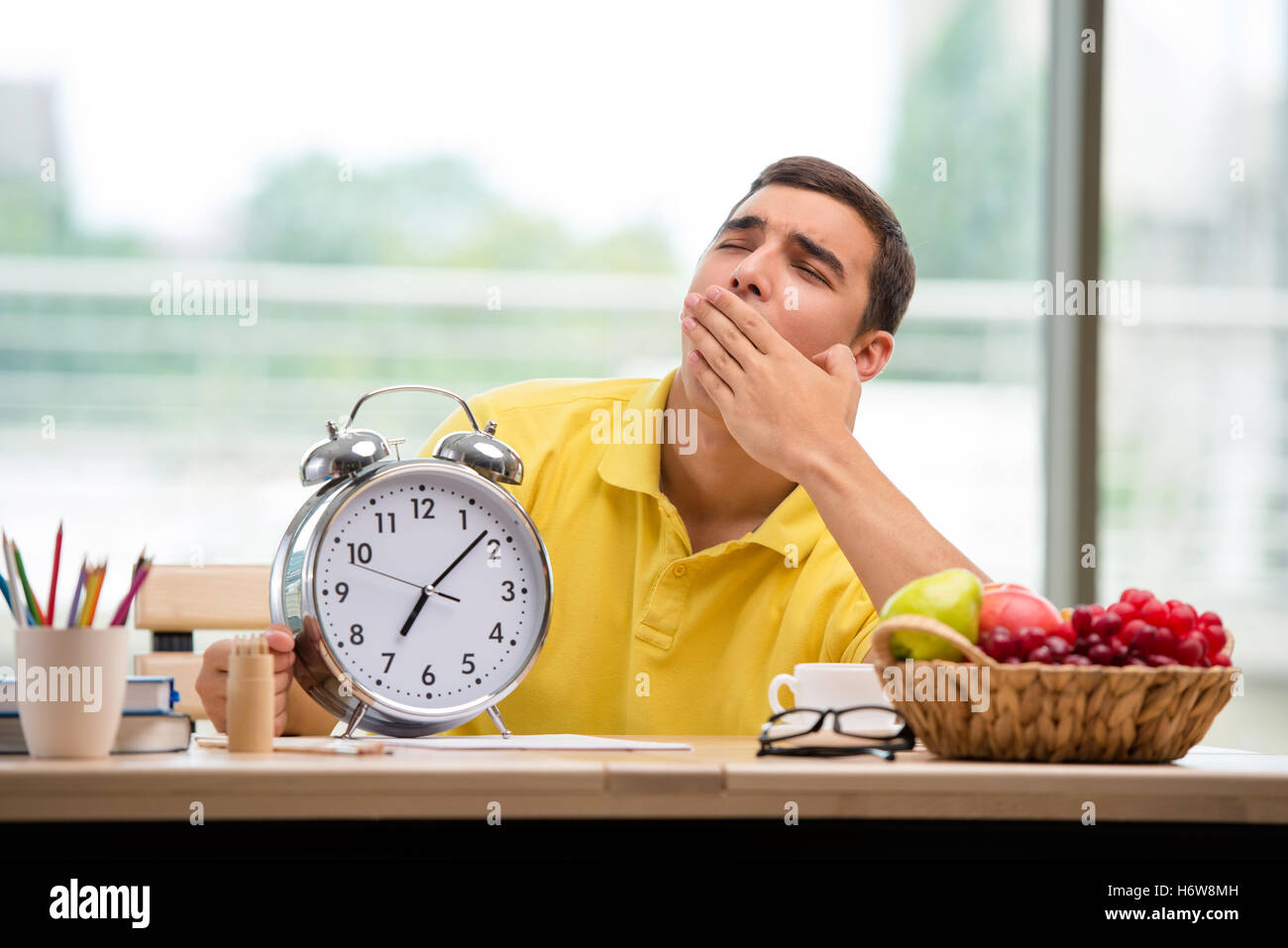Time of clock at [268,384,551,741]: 7:08
